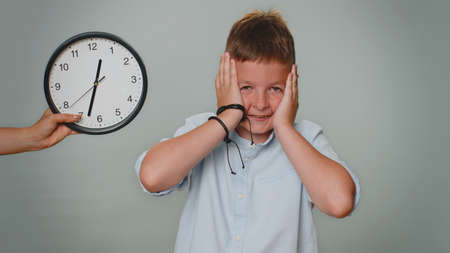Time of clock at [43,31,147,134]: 12:32
